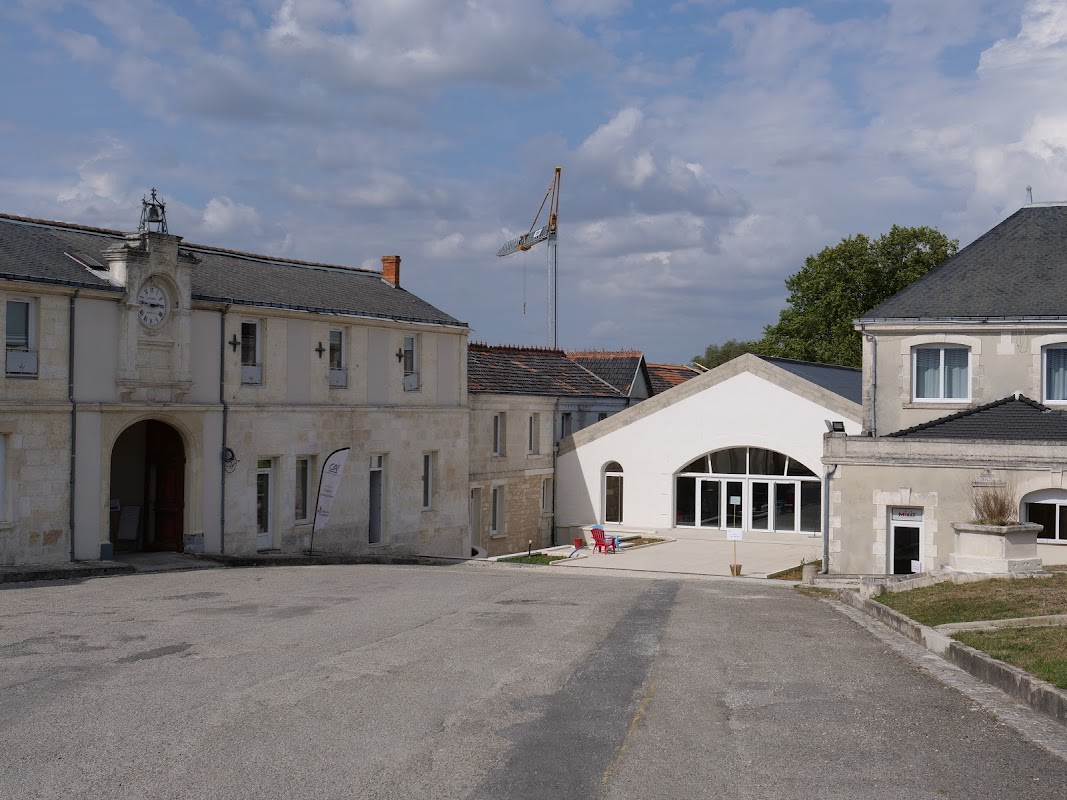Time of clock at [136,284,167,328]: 2:46
